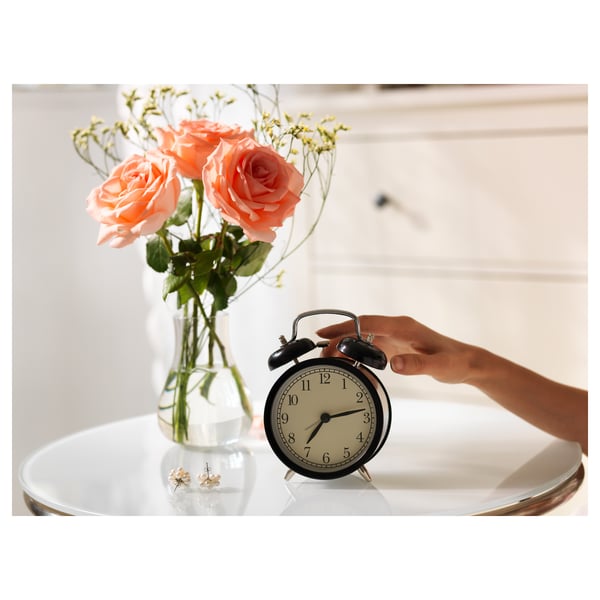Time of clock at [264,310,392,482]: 7:13
